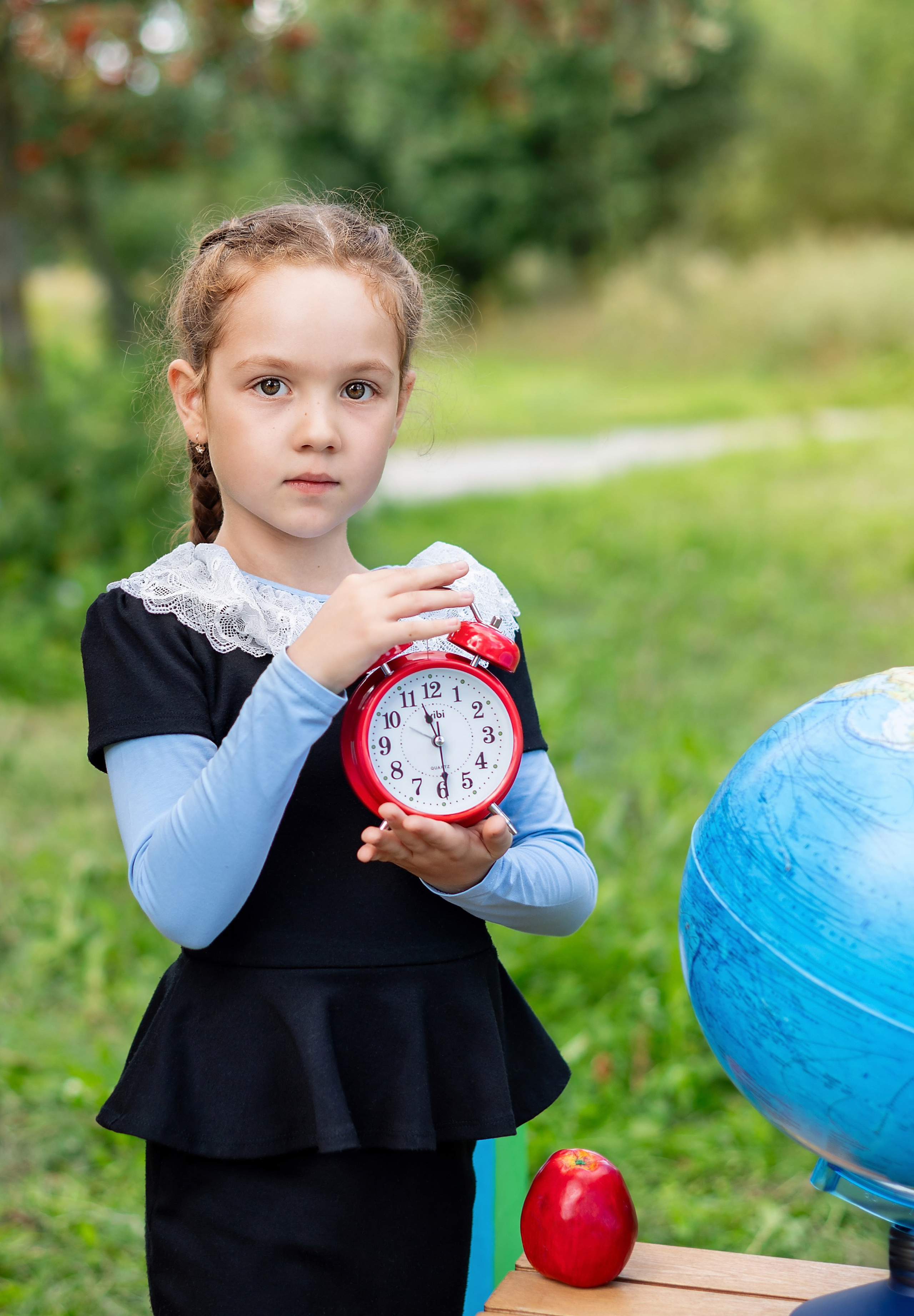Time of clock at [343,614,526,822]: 11:29
